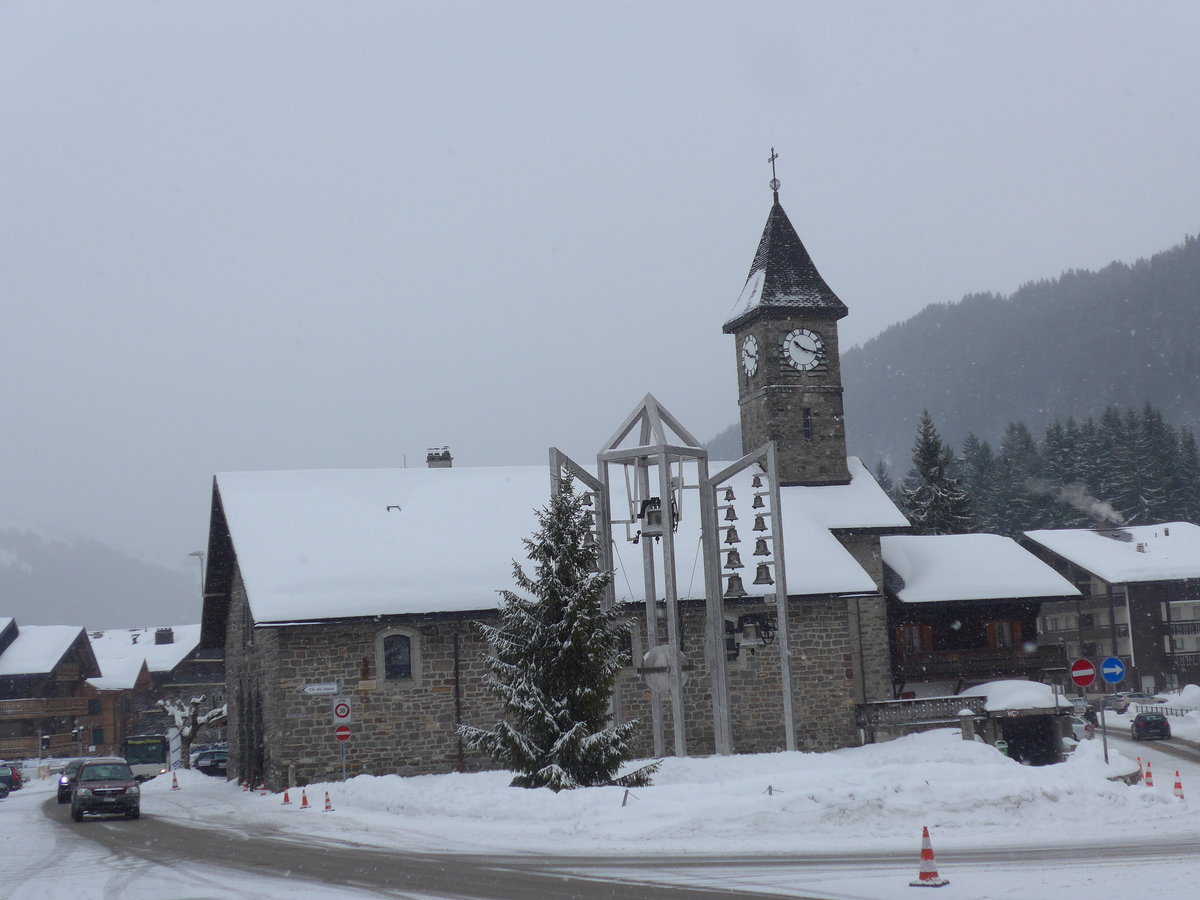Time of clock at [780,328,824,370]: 10:17
